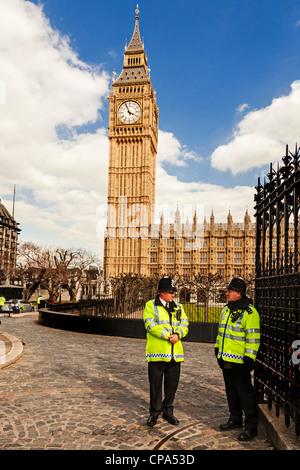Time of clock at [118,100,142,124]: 3:56
